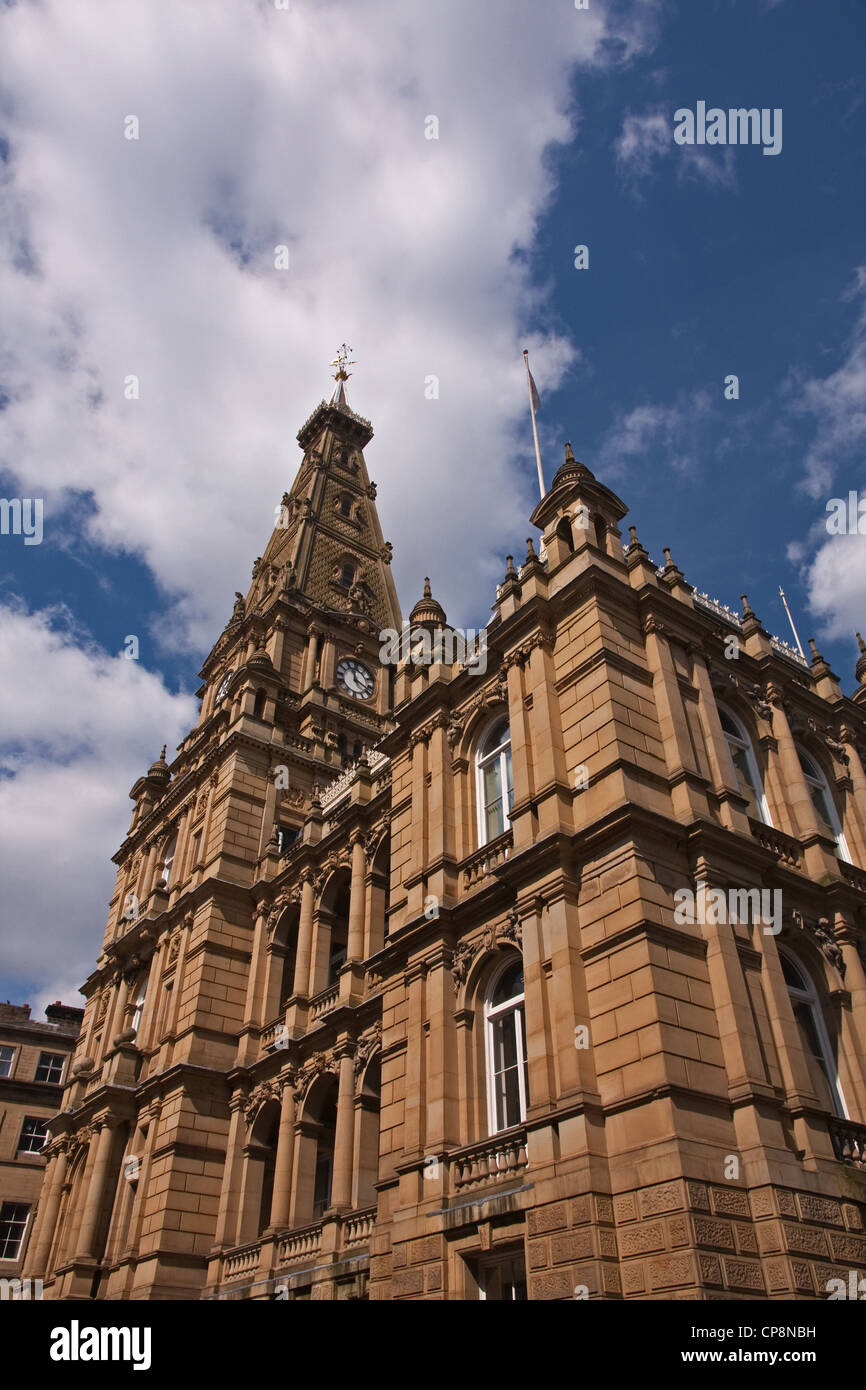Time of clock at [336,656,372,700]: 11:18
